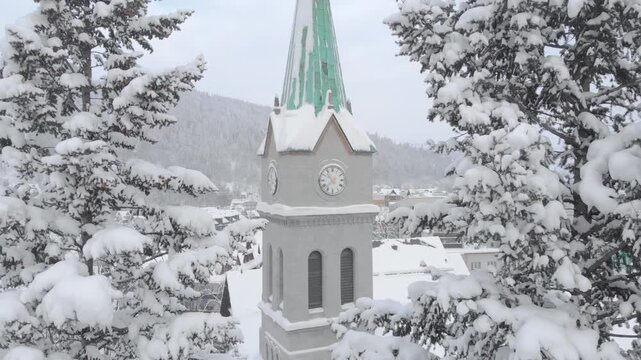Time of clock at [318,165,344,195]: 10:37
